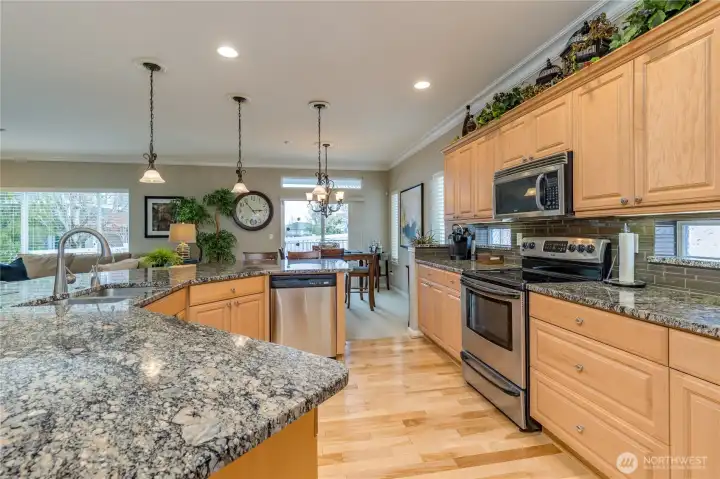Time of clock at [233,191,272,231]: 2:53
